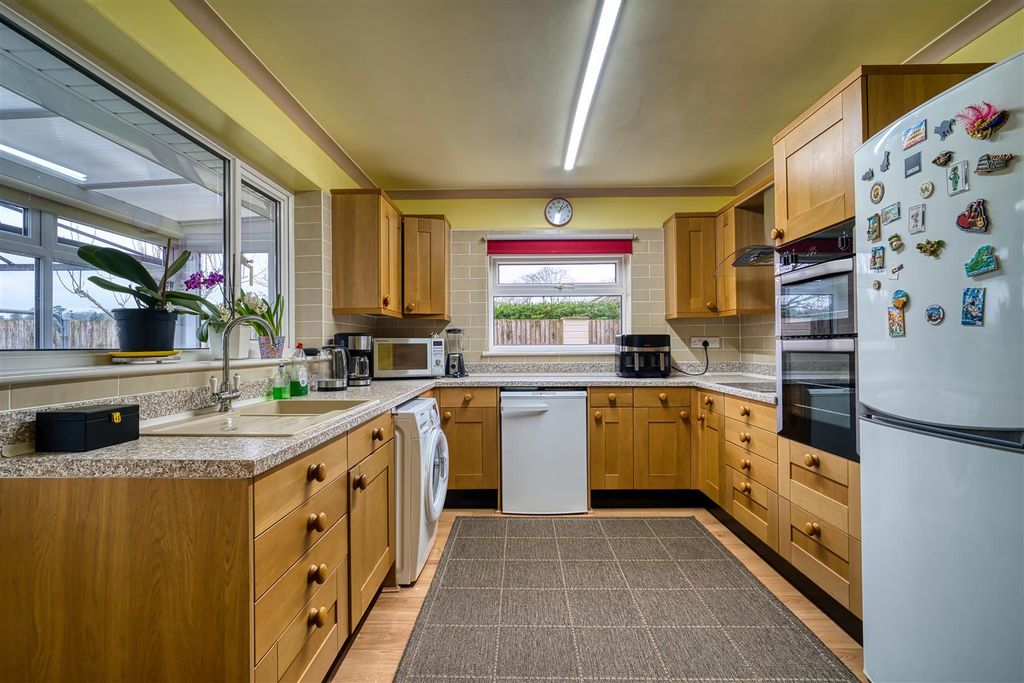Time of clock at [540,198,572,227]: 1:09
